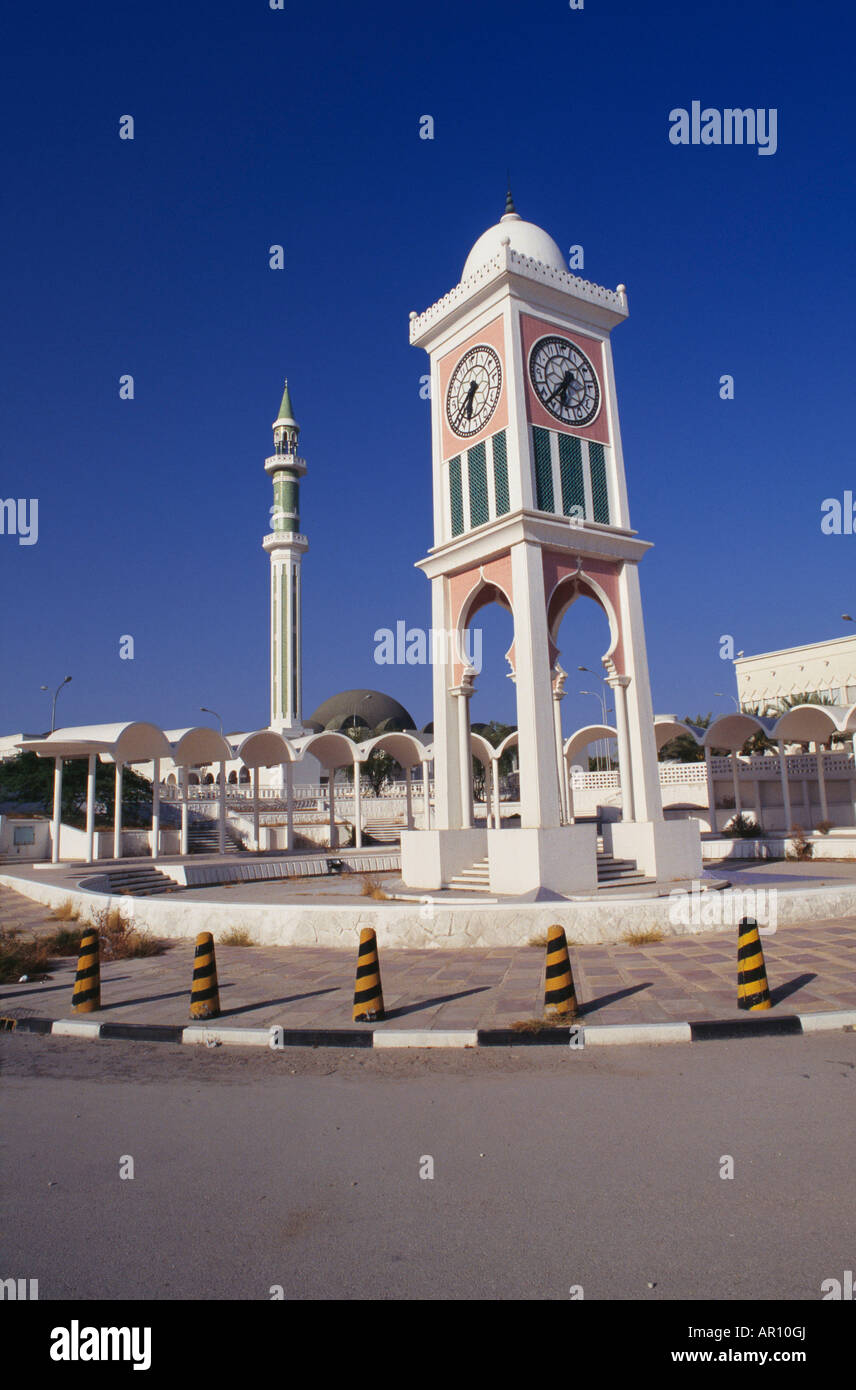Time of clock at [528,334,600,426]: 6:38
